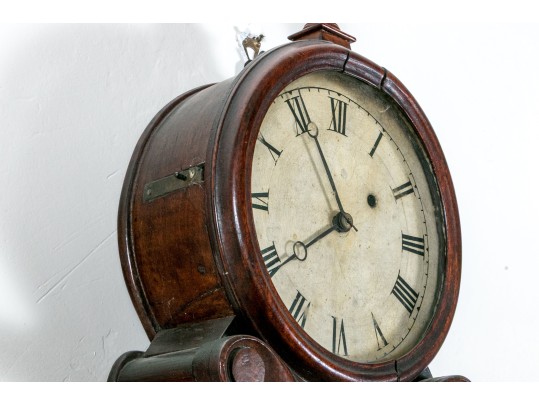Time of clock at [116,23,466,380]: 7:55
